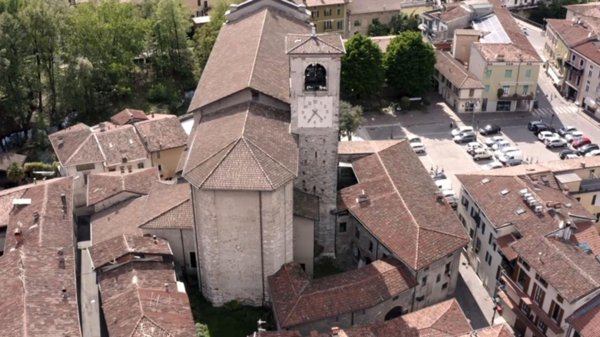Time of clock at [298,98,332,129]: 4:35
